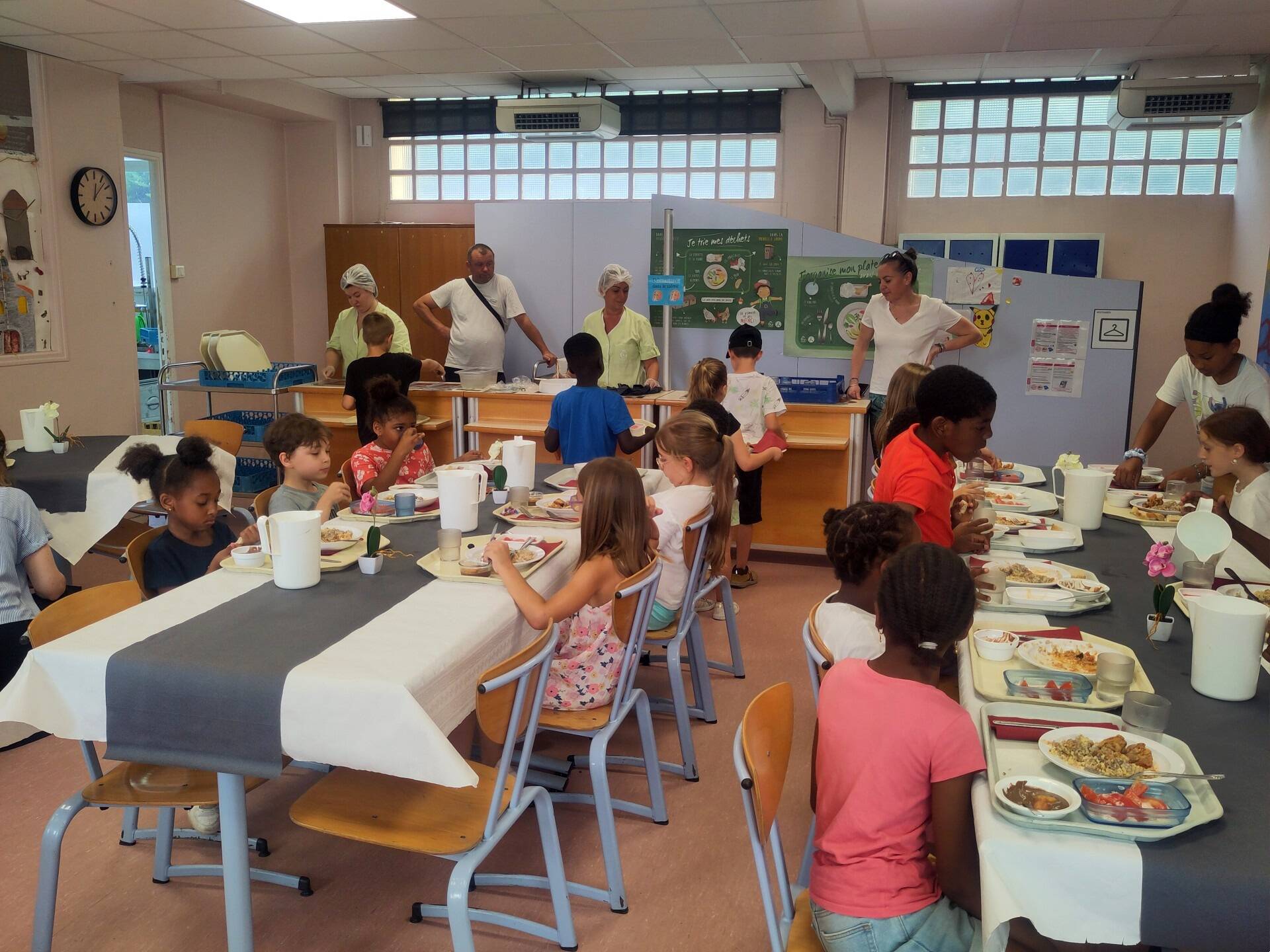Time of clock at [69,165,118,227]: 12:07
